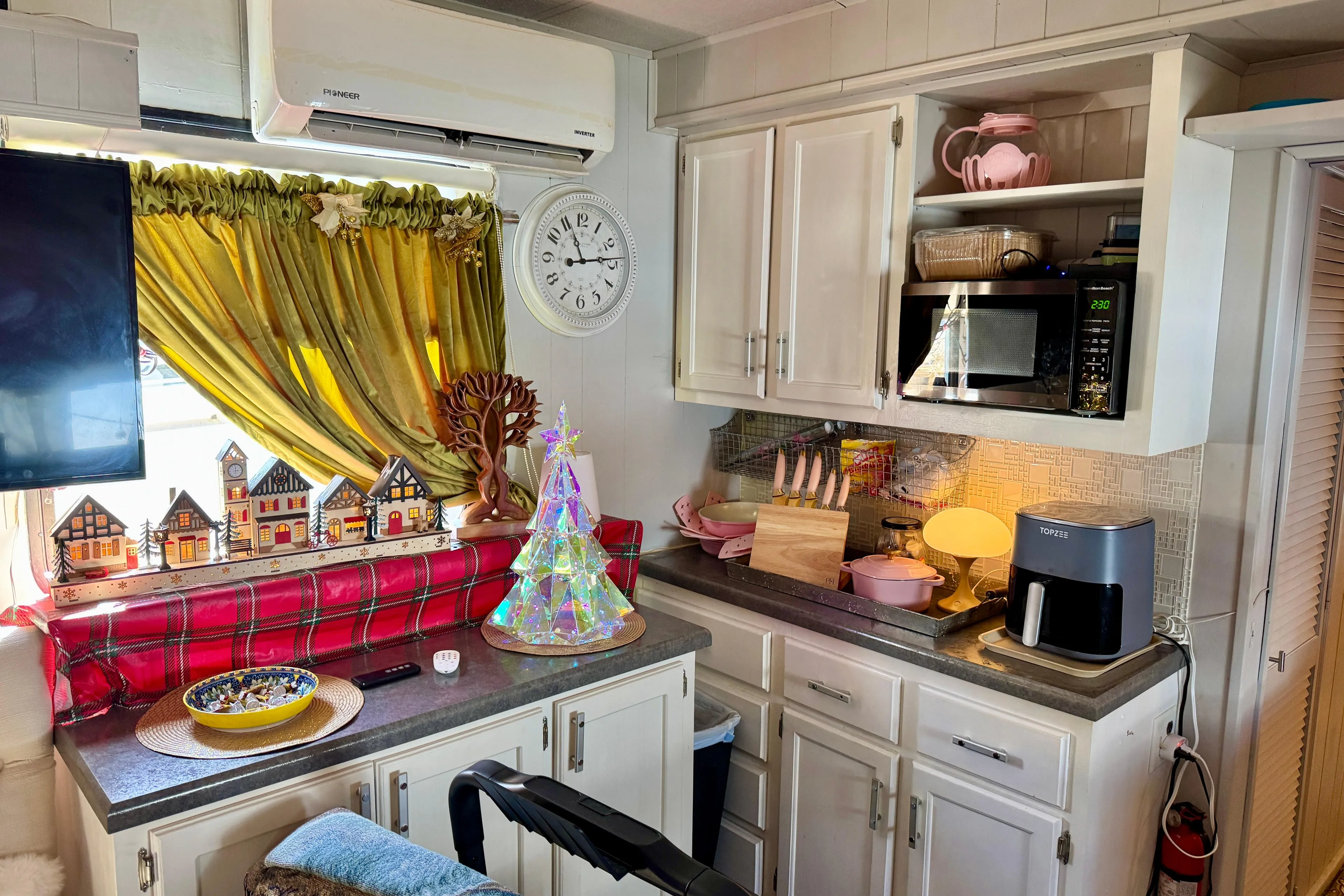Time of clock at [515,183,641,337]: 11:13
